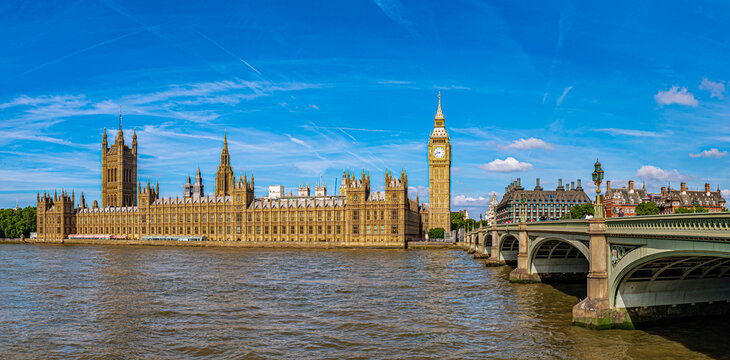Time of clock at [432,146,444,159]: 9:42
